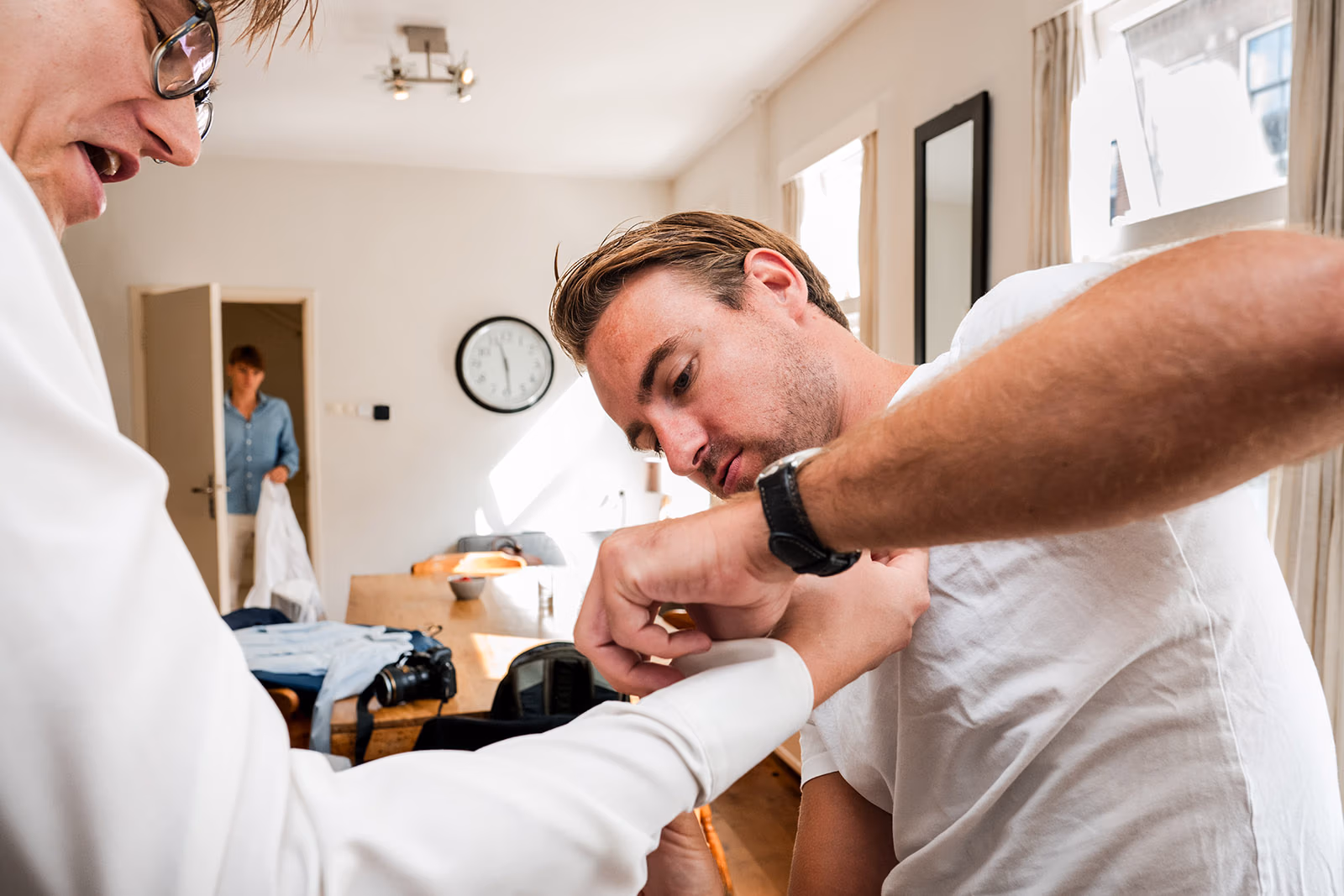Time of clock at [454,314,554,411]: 11:29
